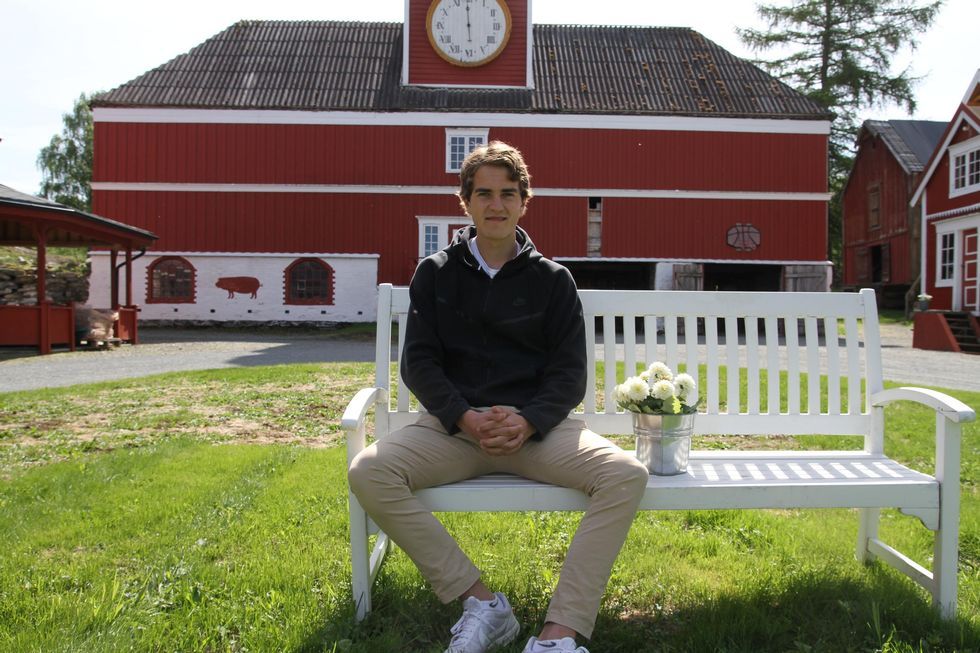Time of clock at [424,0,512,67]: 5:59
